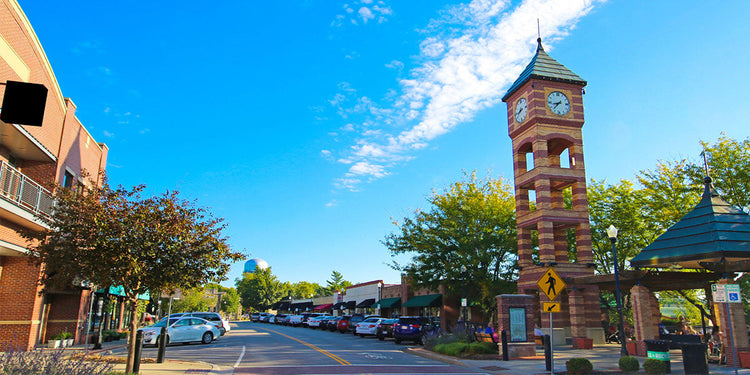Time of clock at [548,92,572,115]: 8:37
